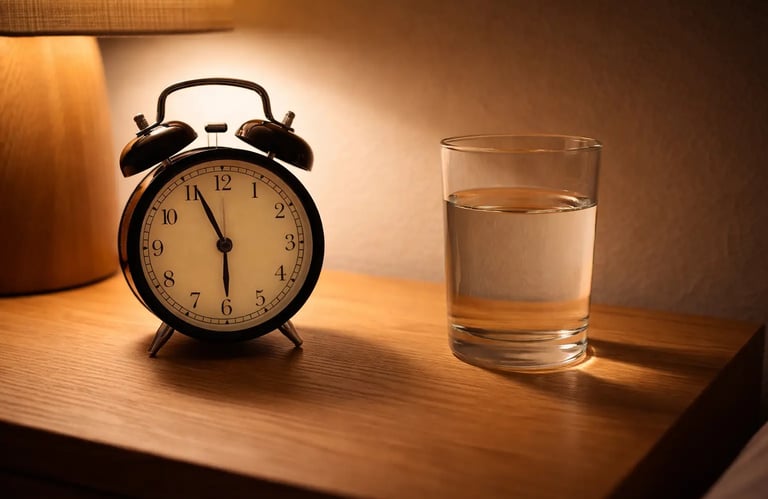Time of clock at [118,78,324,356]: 5:55
